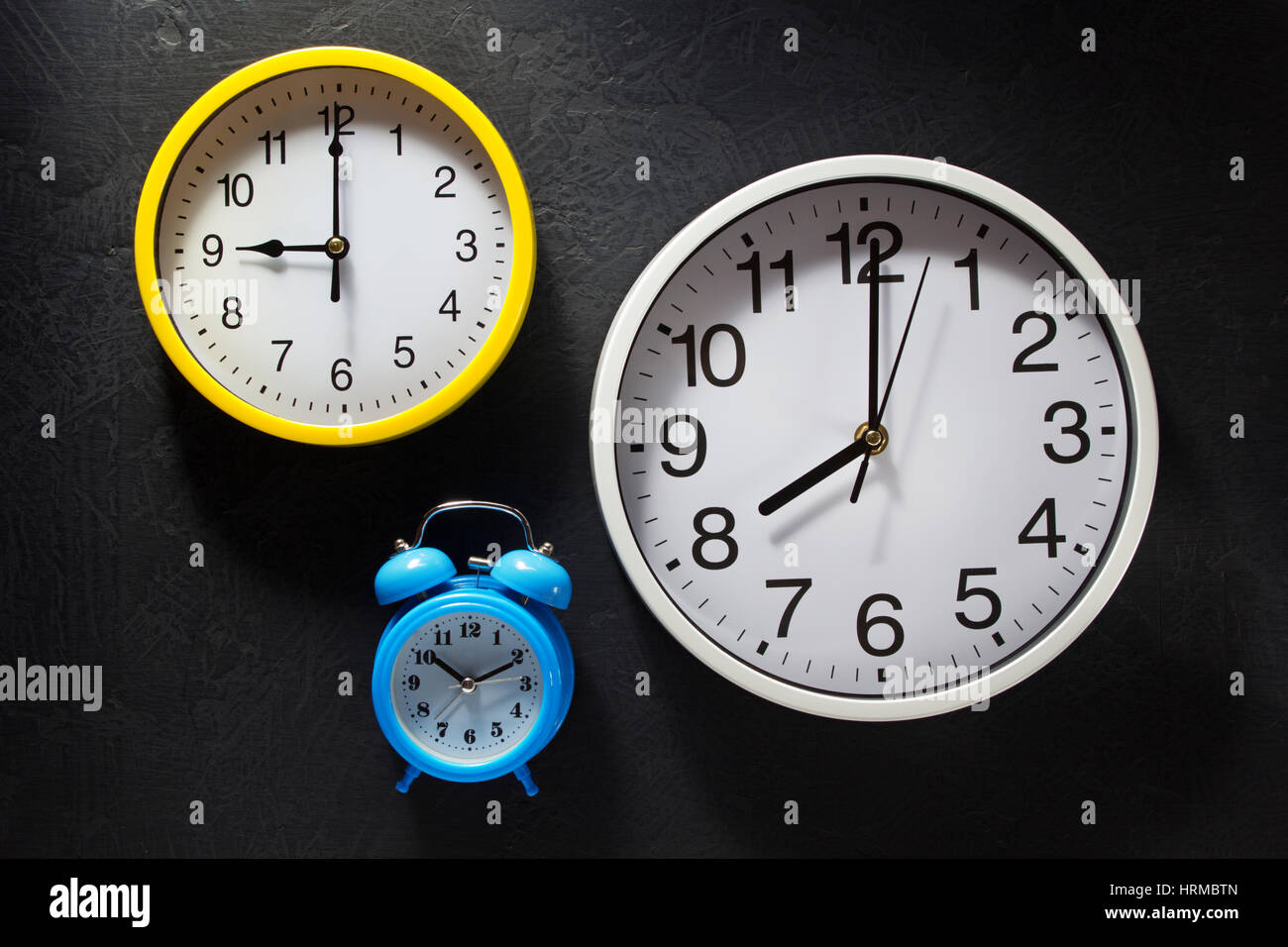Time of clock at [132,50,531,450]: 9:00
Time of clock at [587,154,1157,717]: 8:00
